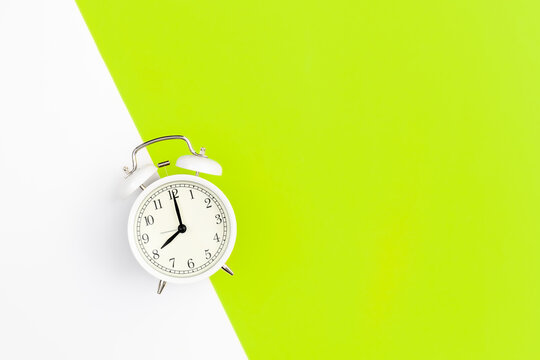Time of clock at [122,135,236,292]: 8:00
